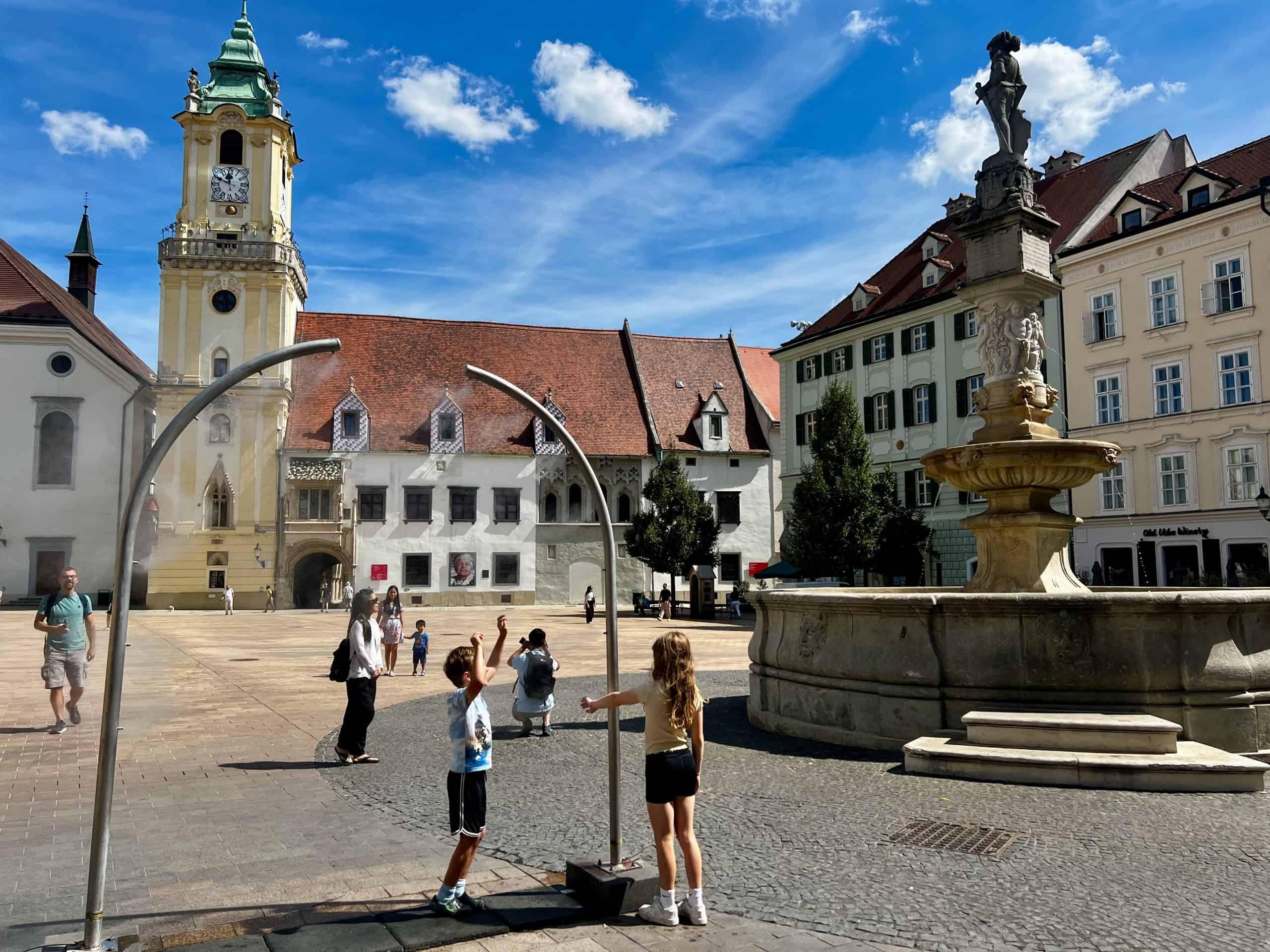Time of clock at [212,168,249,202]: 11:48
